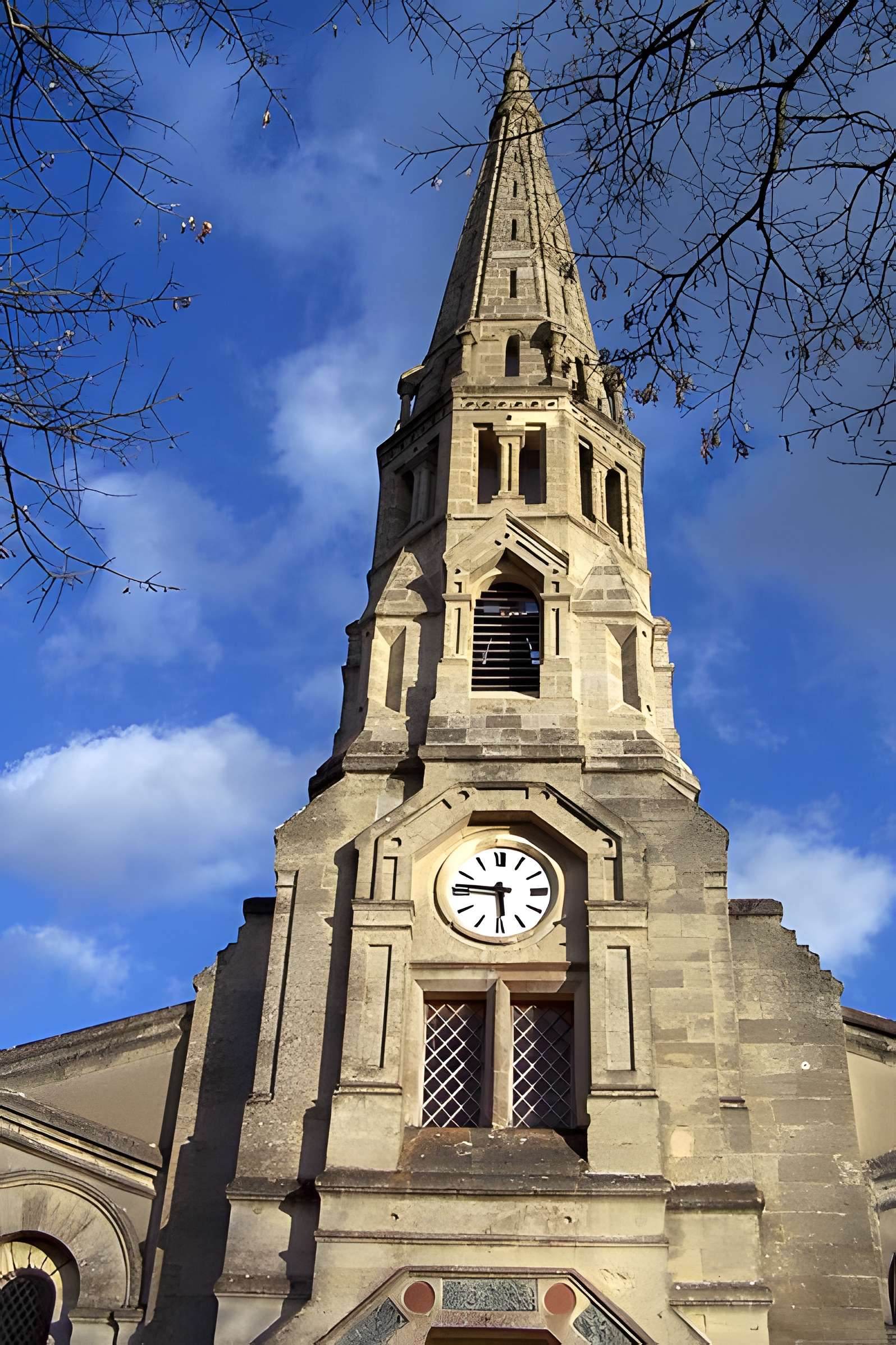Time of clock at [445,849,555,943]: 5:46
